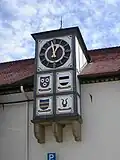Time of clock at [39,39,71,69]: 12:58
